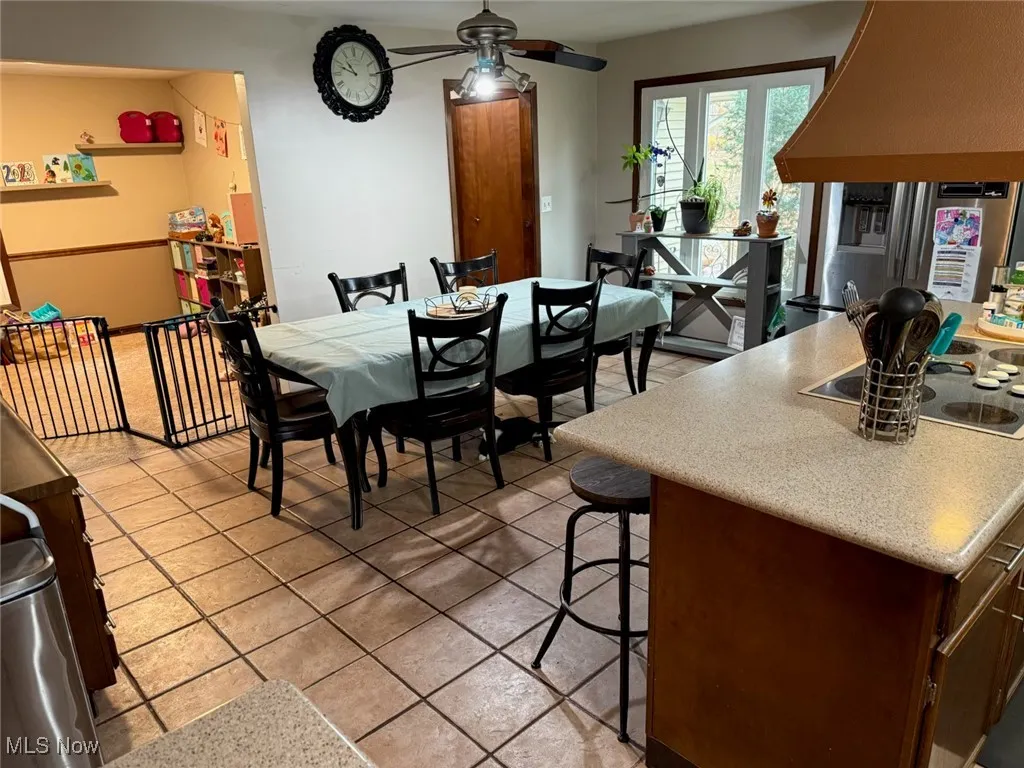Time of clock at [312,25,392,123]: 10:48
